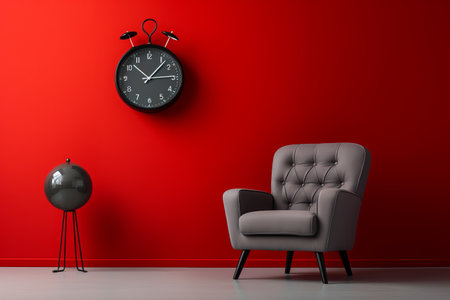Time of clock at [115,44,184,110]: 1:14
